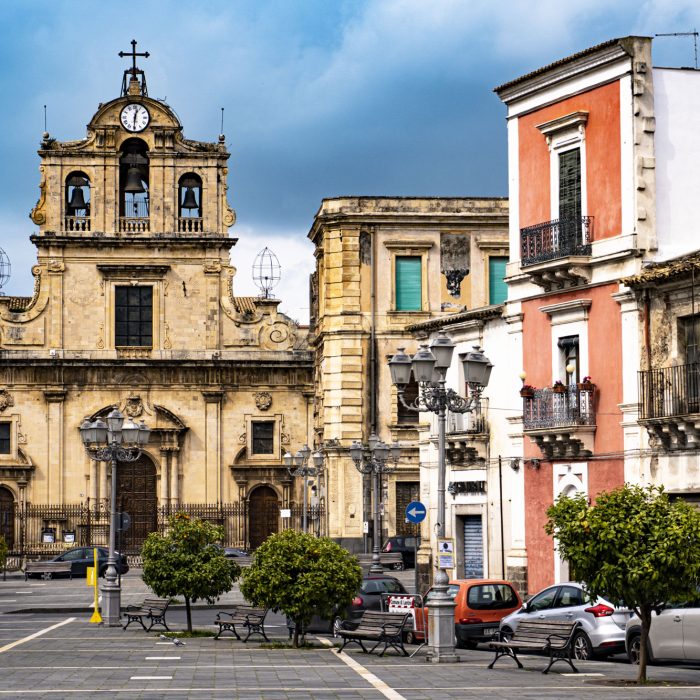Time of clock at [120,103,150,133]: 12:30
